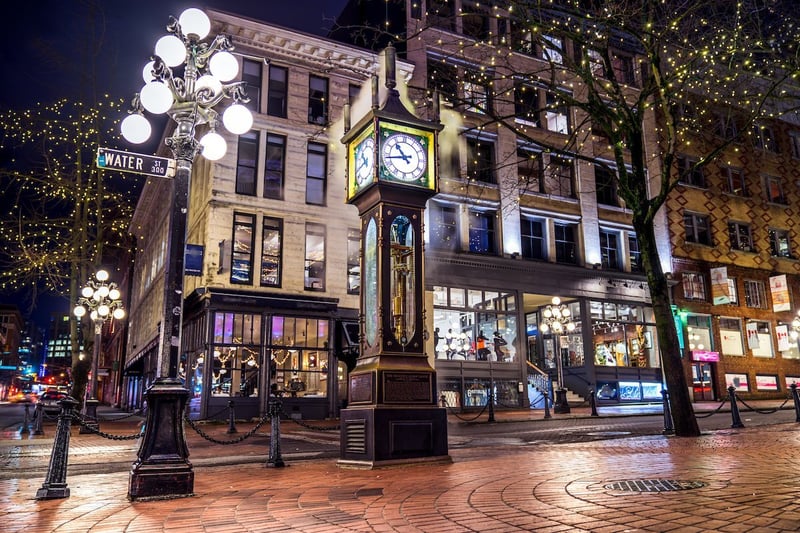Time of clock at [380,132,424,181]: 10:43
